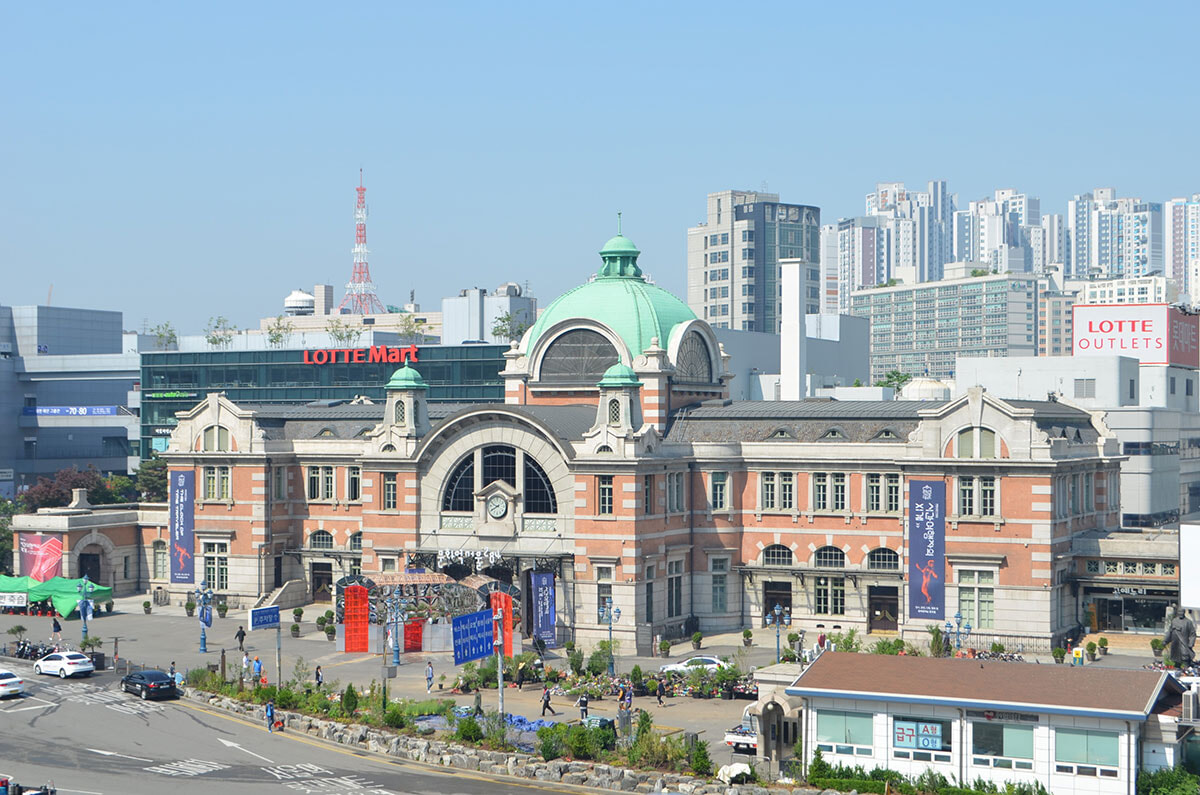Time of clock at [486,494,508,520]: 9:40
